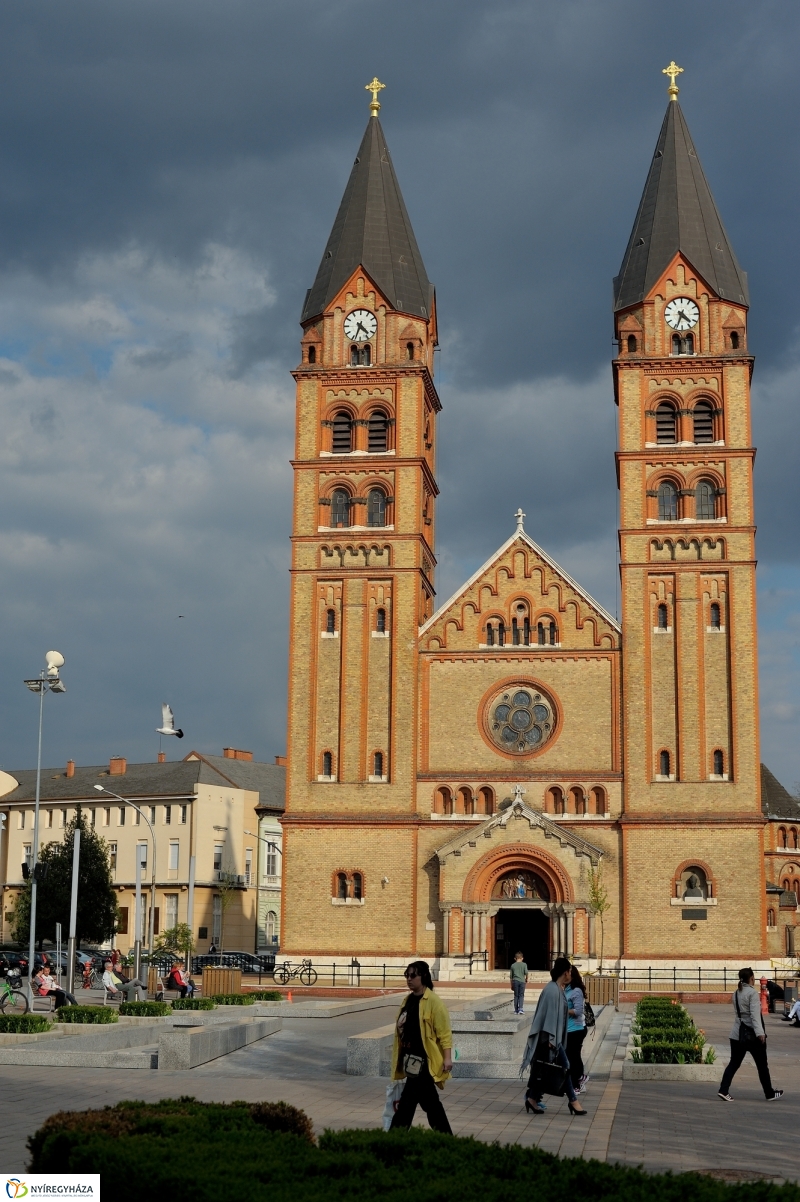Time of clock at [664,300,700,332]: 4:33
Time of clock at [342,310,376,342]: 4:33
